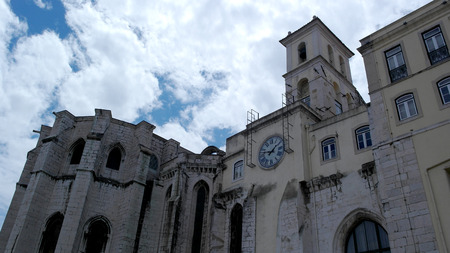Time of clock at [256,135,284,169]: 9:07
